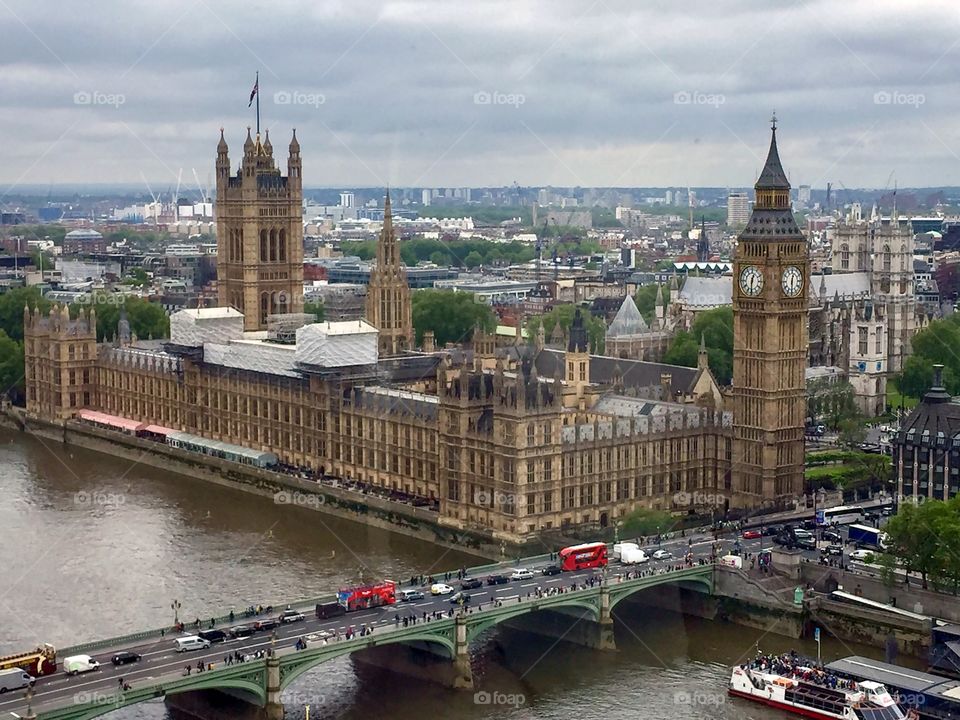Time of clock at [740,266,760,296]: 12:30
